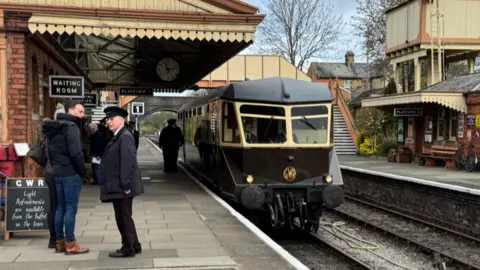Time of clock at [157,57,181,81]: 11:13
